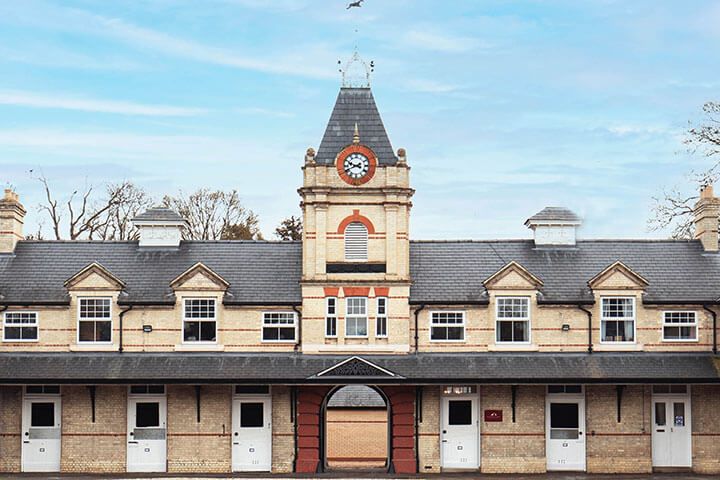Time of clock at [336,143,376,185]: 9:41
